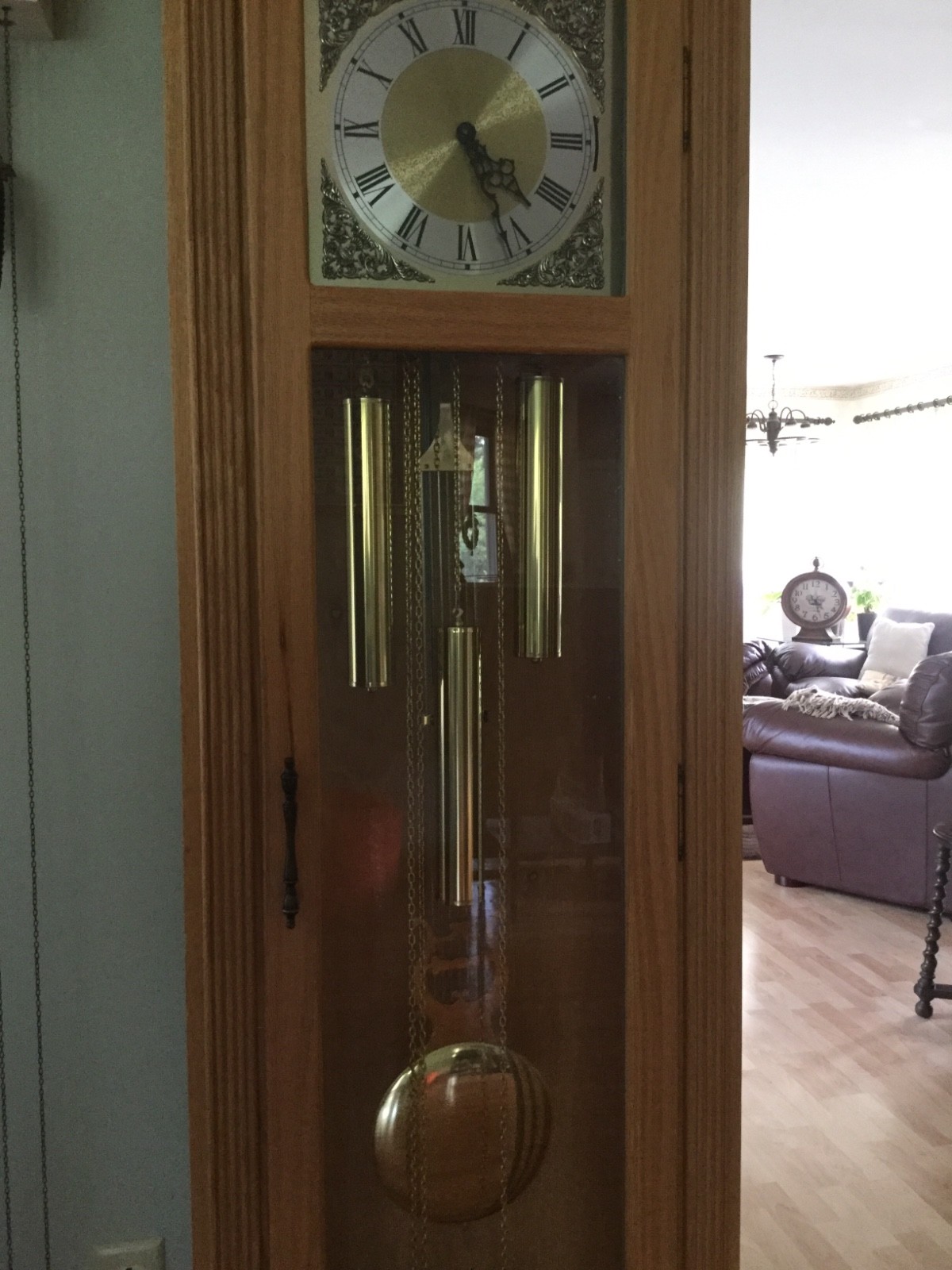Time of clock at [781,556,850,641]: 4:26
